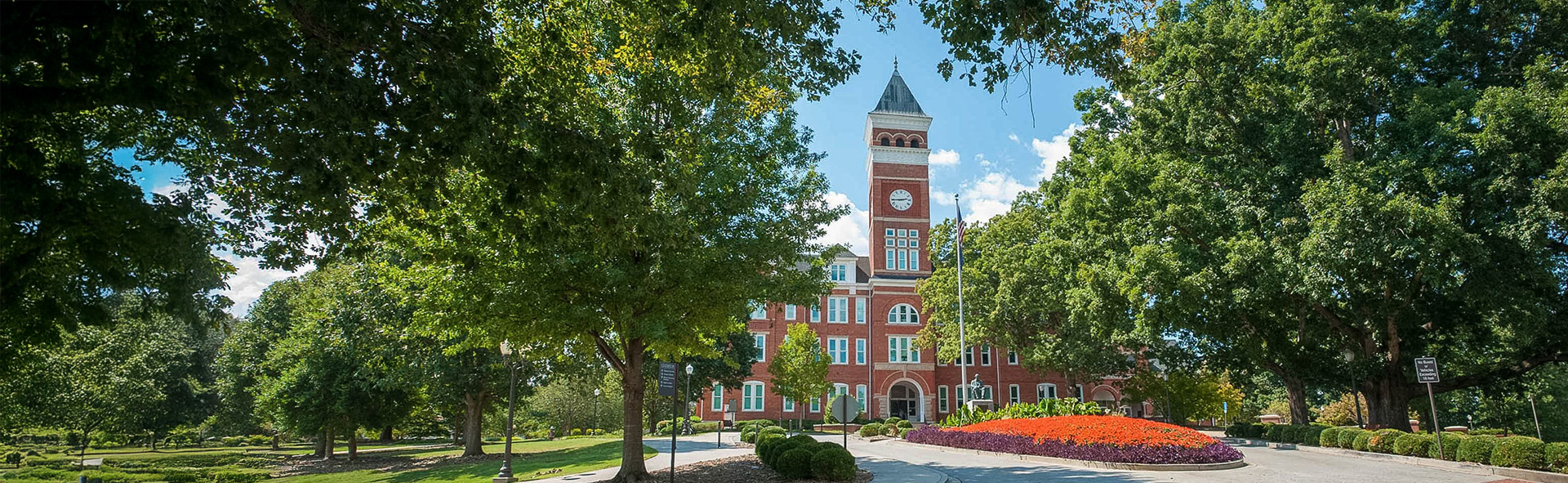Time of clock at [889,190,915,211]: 2:44
